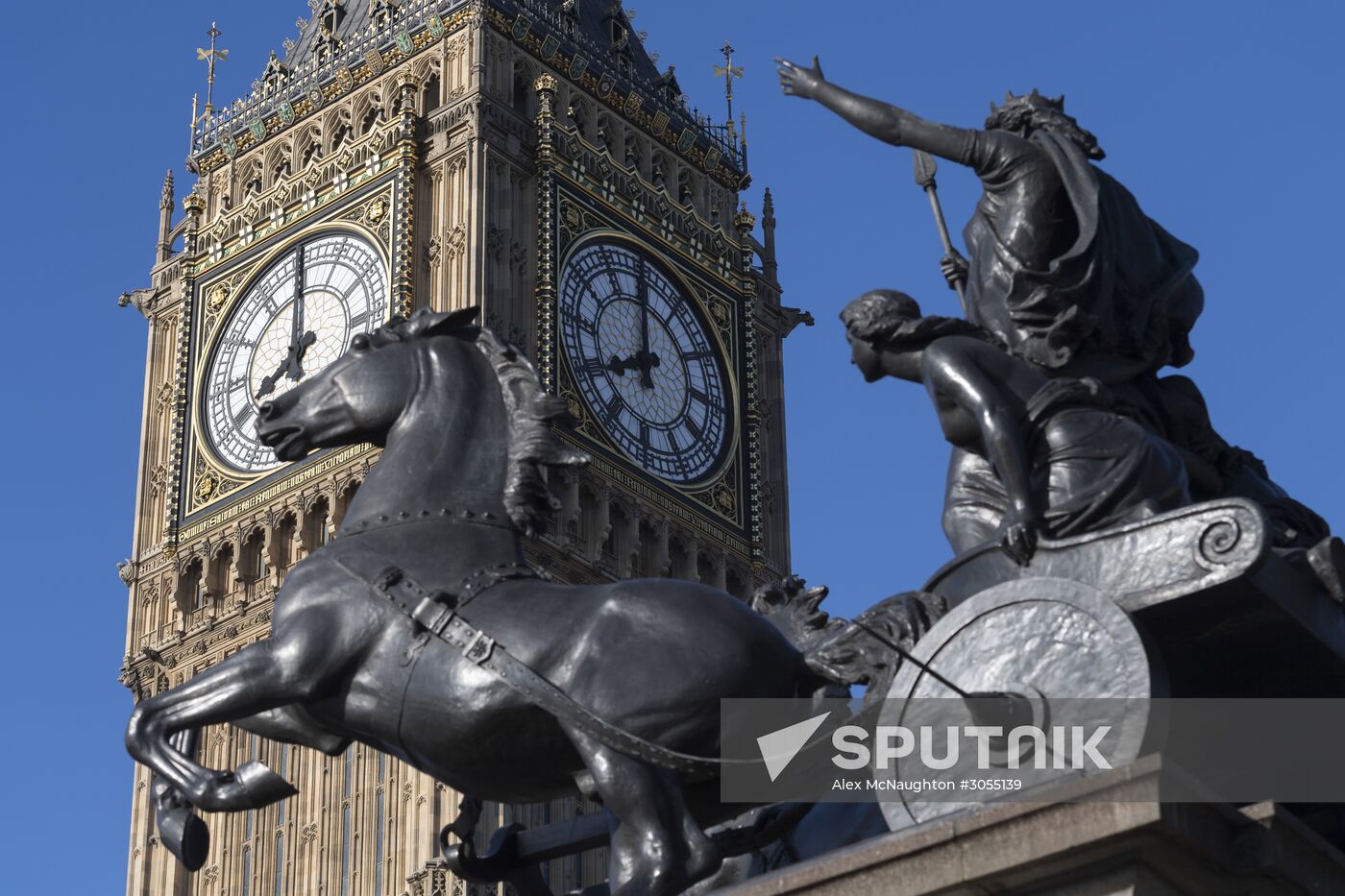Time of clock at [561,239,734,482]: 8:00
